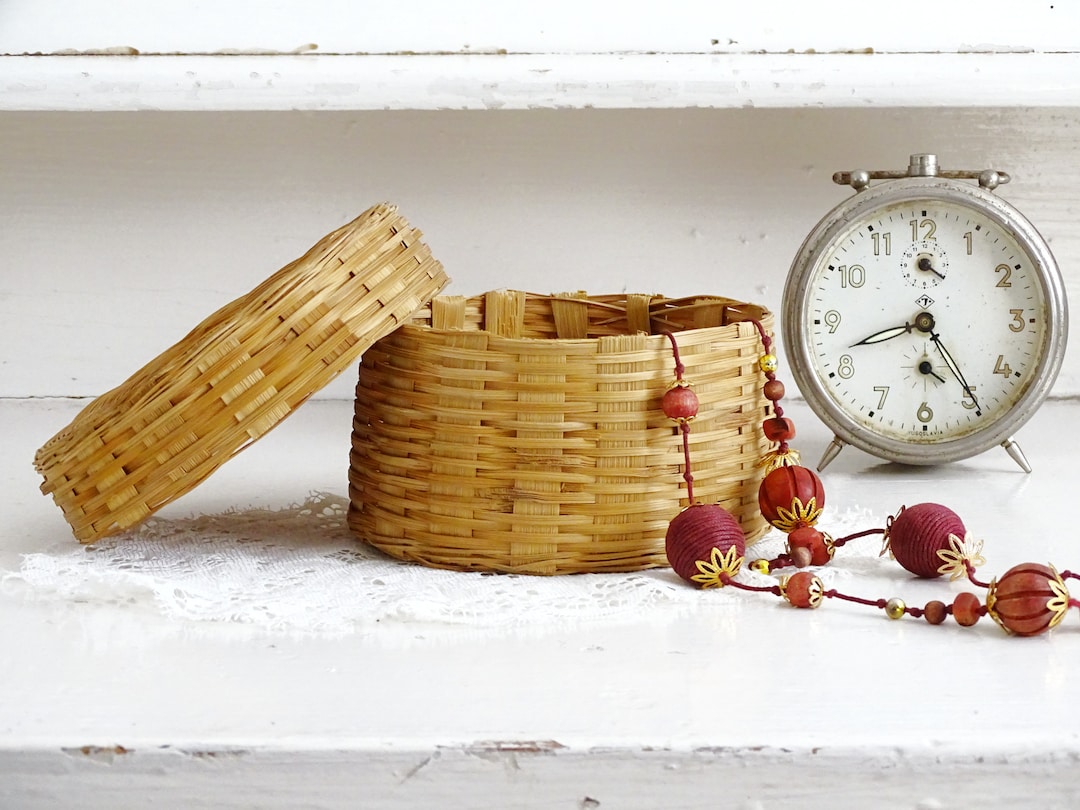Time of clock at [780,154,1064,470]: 8:24
